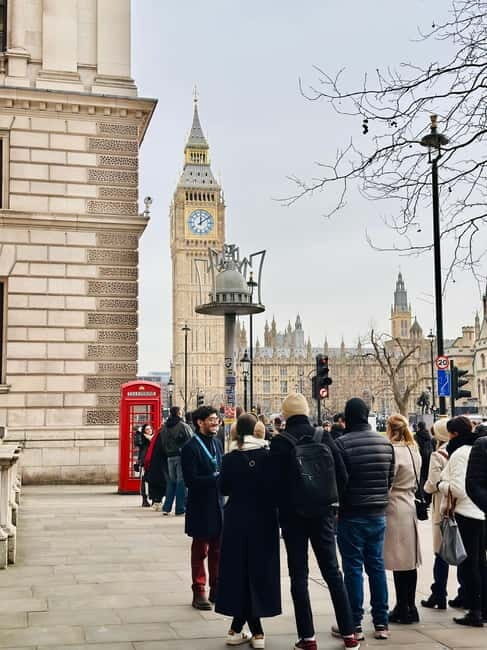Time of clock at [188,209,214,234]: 12:09
